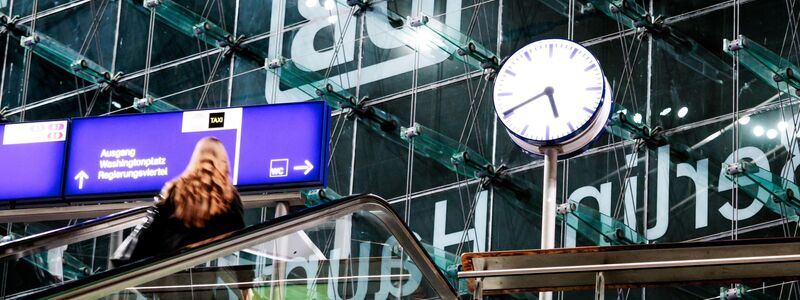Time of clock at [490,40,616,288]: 5:40
